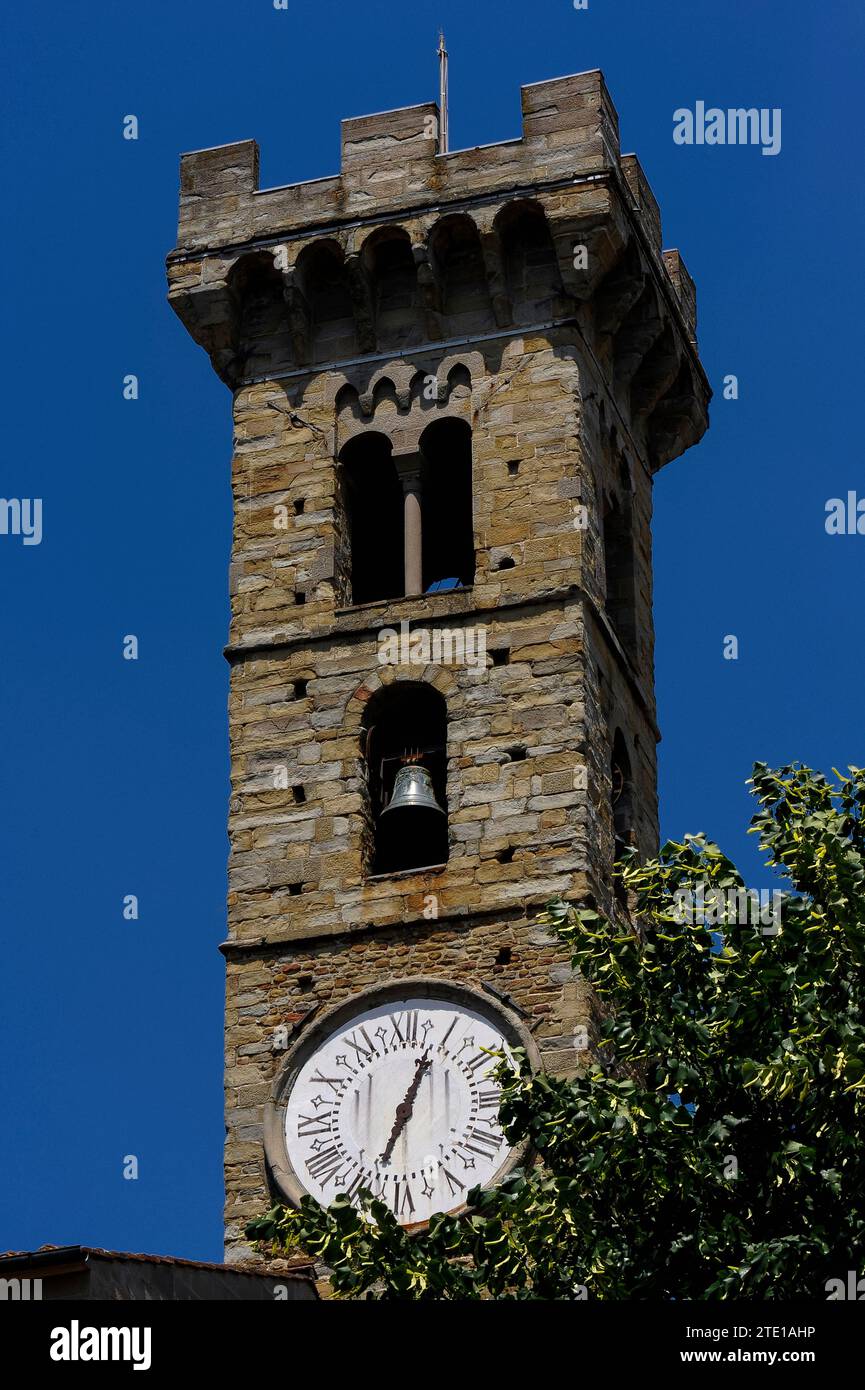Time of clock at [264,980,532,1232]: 12:33
